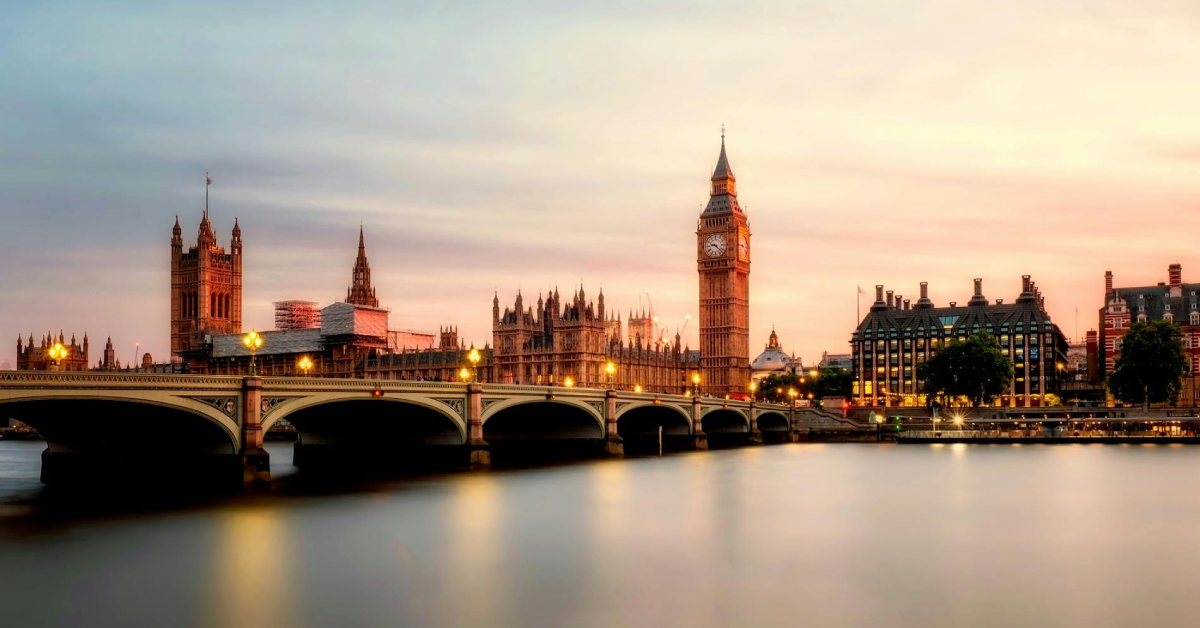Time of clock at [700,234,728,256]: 9:22
